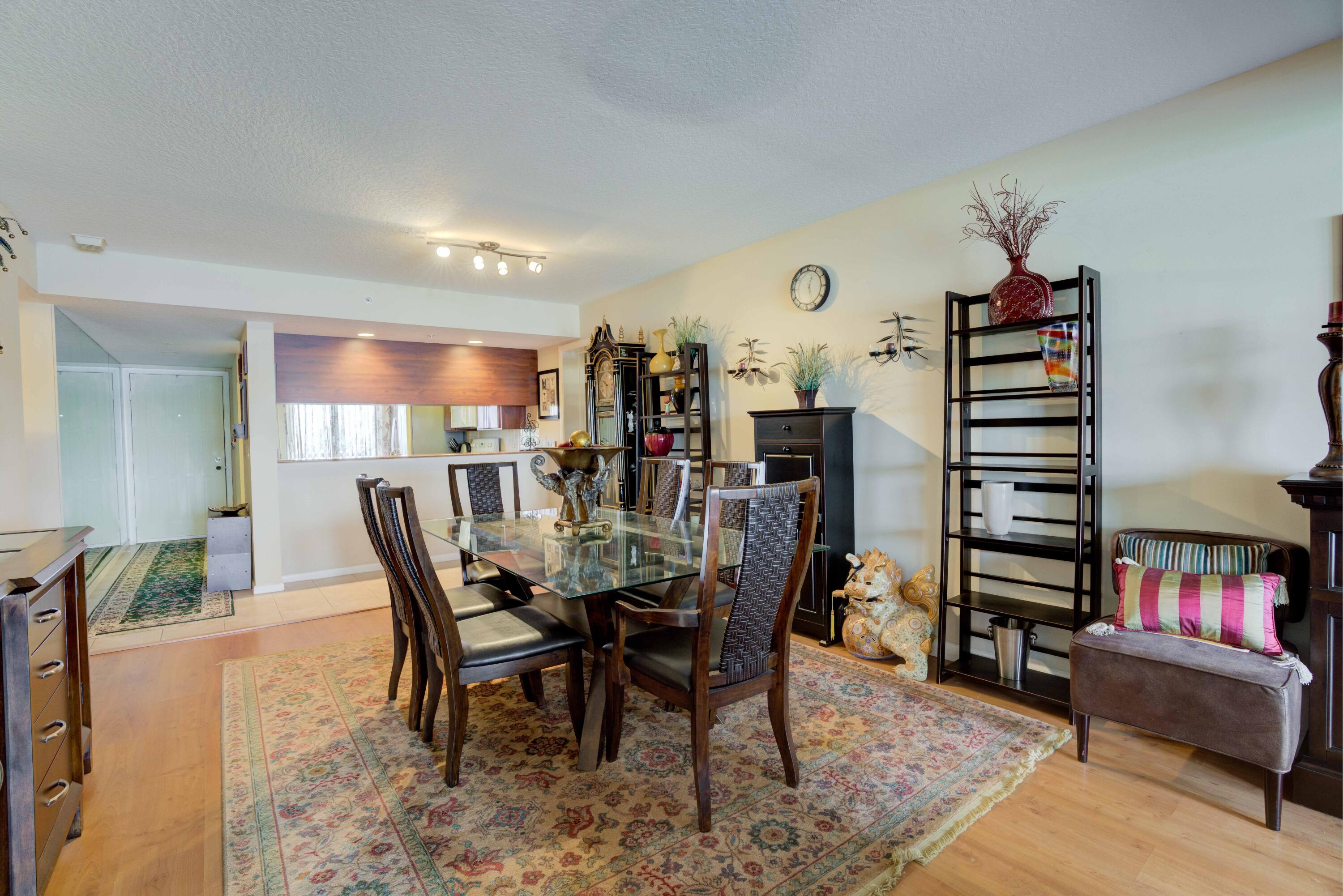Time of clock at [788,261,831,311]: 12:26
